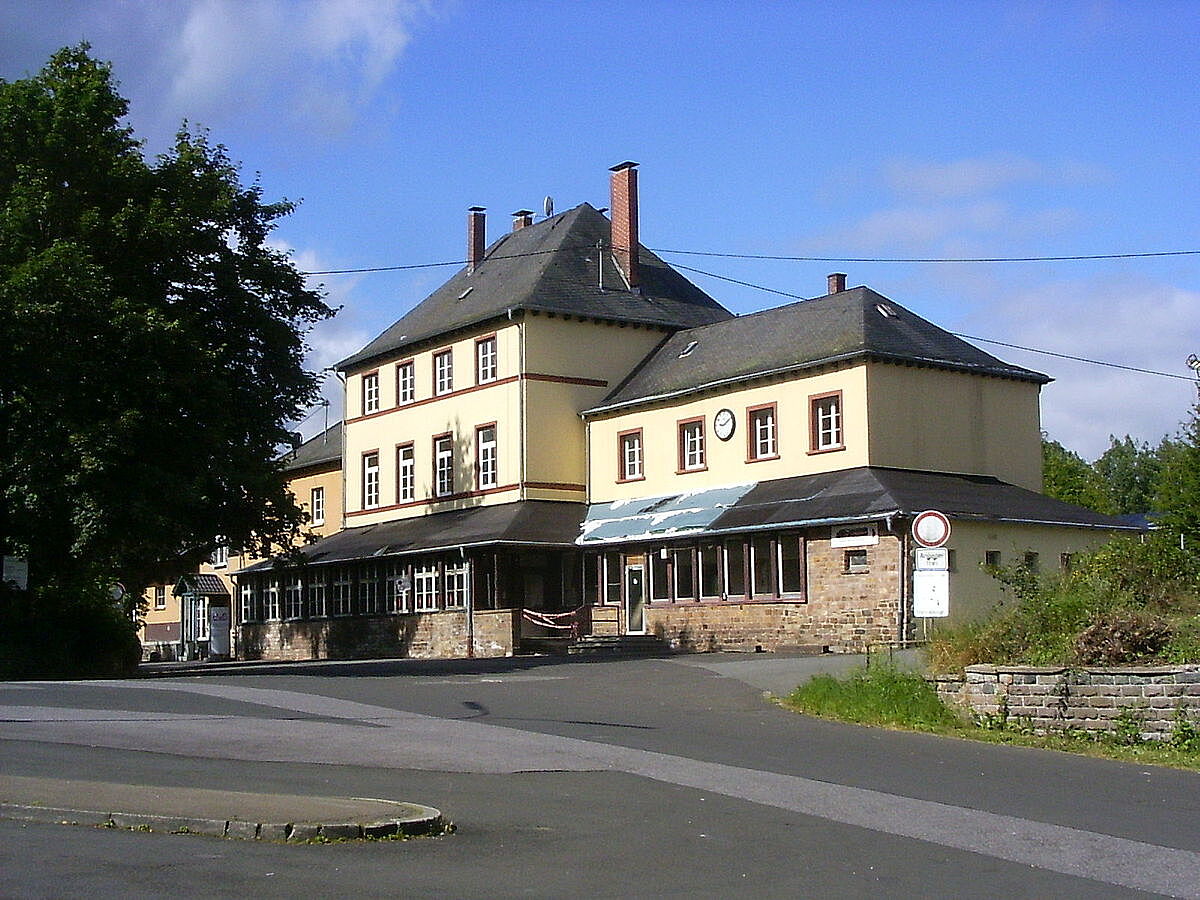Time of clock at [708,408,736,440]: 9:09
